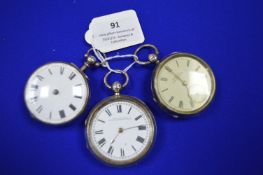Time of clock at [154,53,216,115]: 4:50
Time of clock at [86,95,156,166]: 7:13
